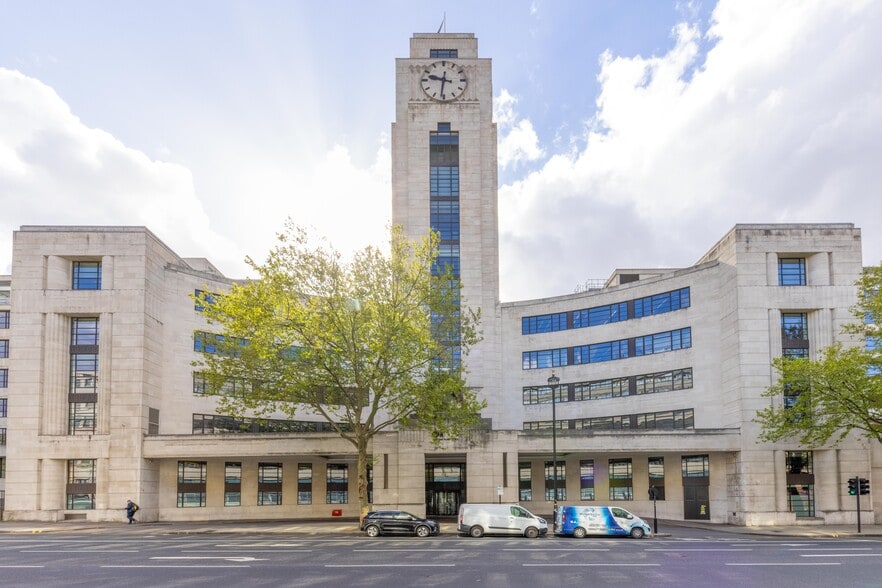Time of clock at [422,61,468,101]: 9:31
